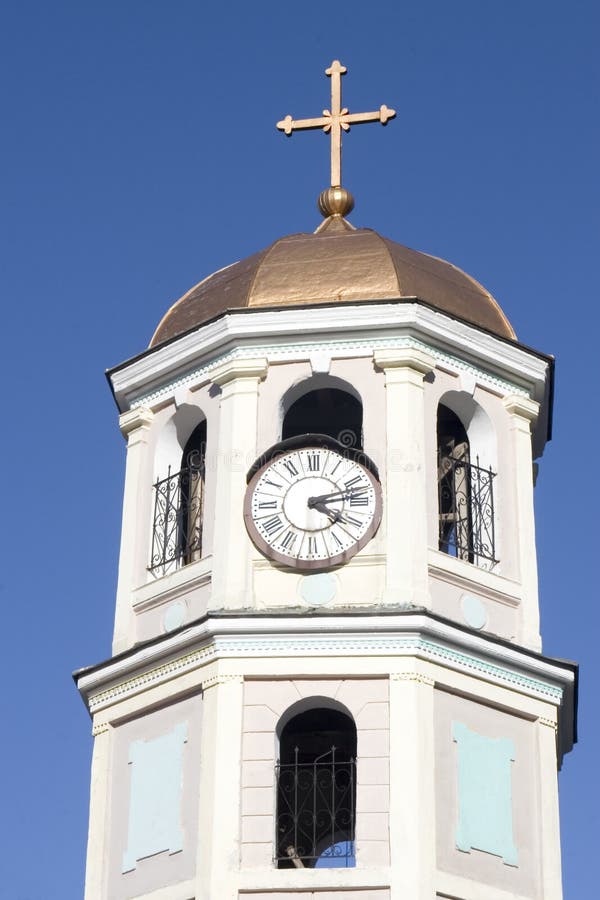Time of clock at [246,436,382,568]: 4:12
